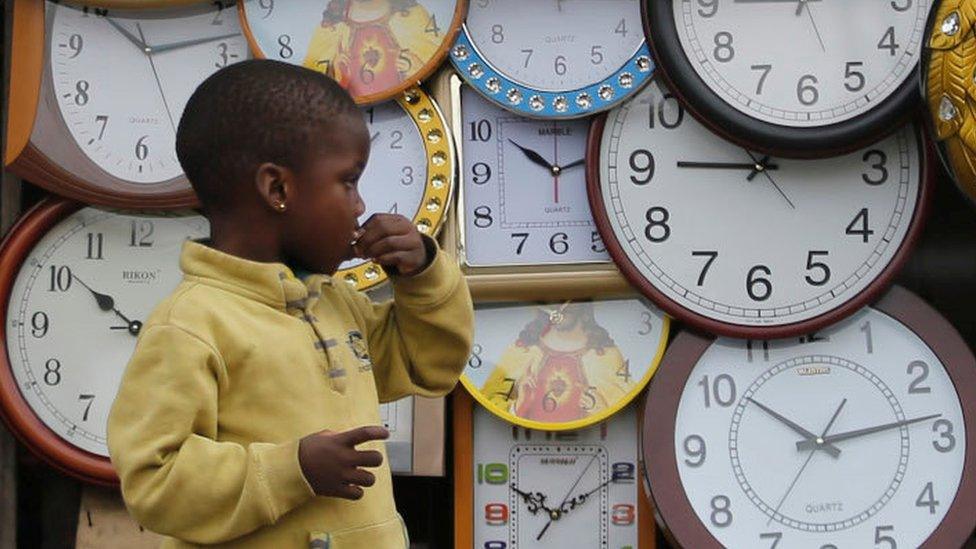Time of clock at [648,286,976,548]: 10:13
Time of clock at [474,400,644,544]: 10:10
